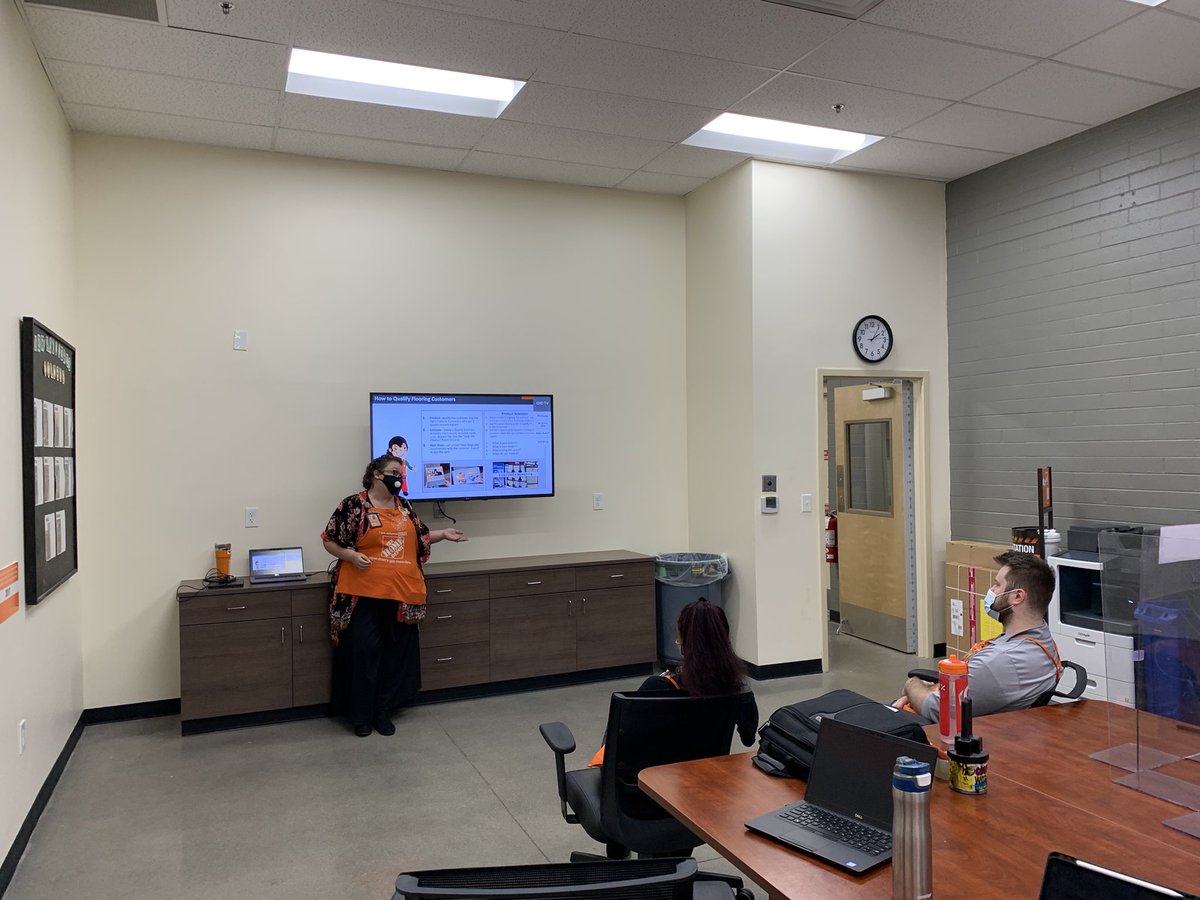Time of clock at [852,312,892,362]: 2:05
